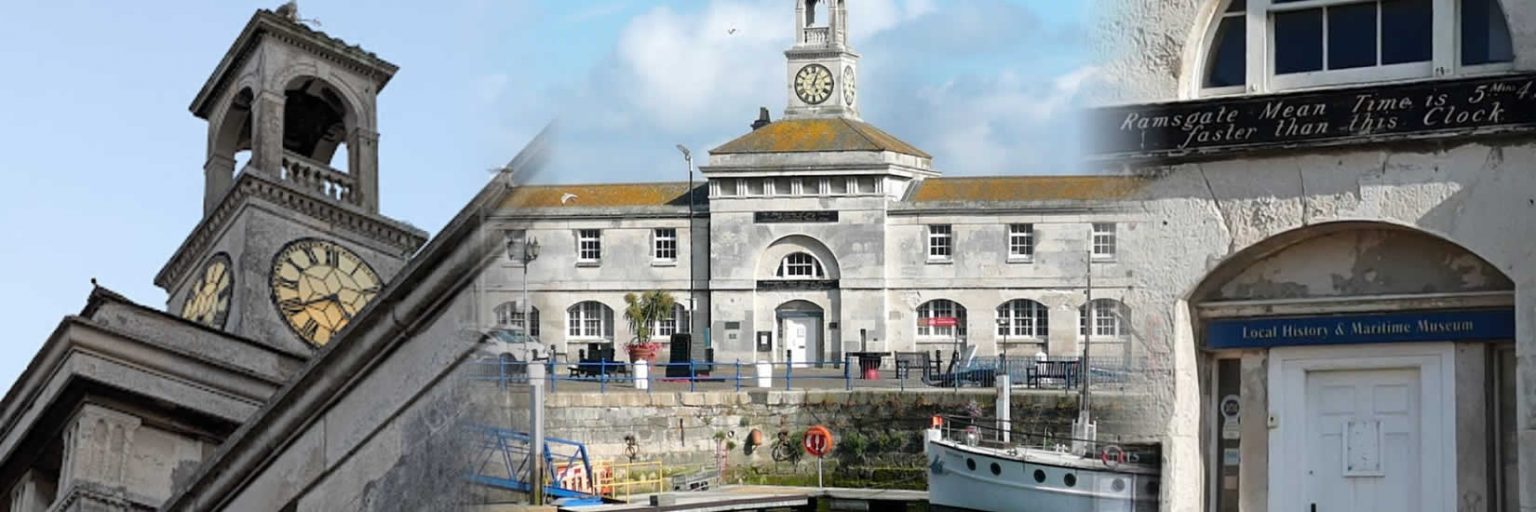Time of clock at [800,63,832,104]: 5:03
